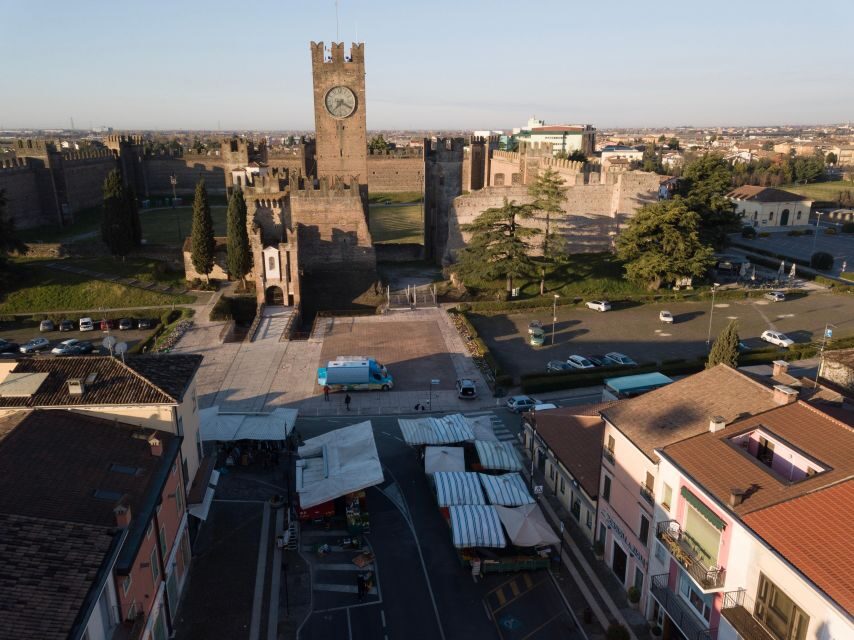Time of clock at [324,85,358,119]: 7:19
